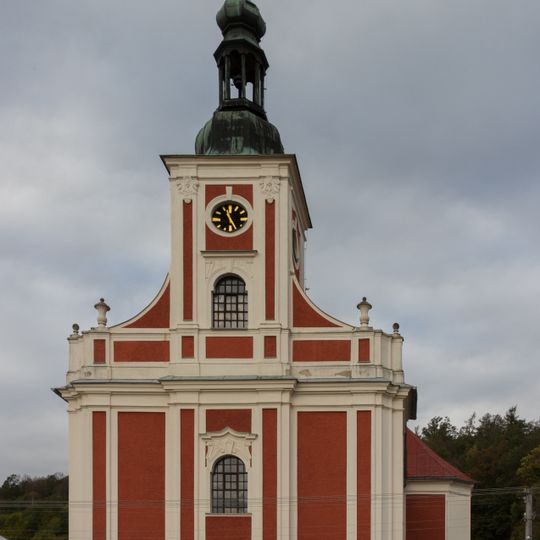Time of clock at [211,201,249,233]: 11:24
